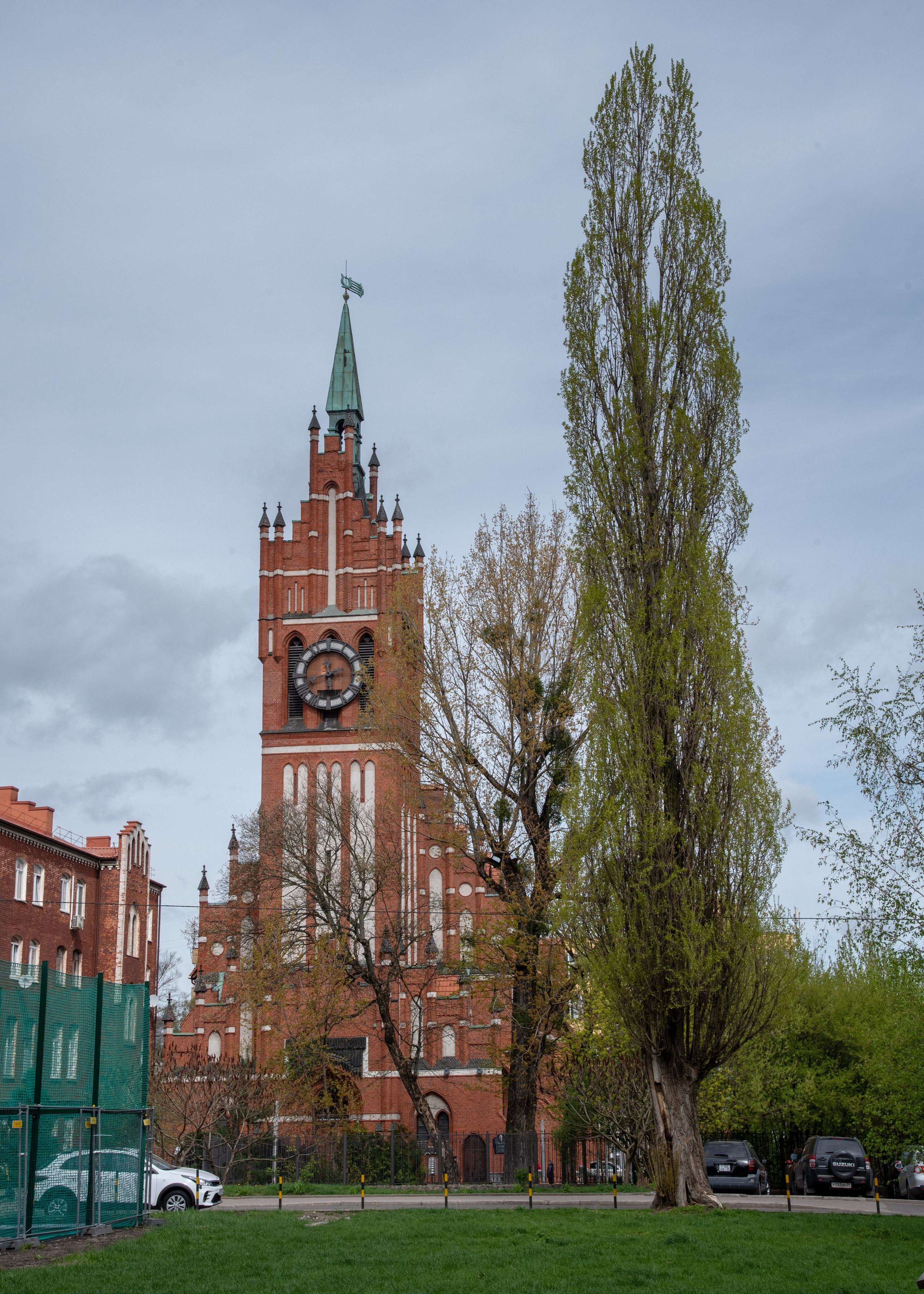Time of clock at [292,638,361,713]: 11:42
